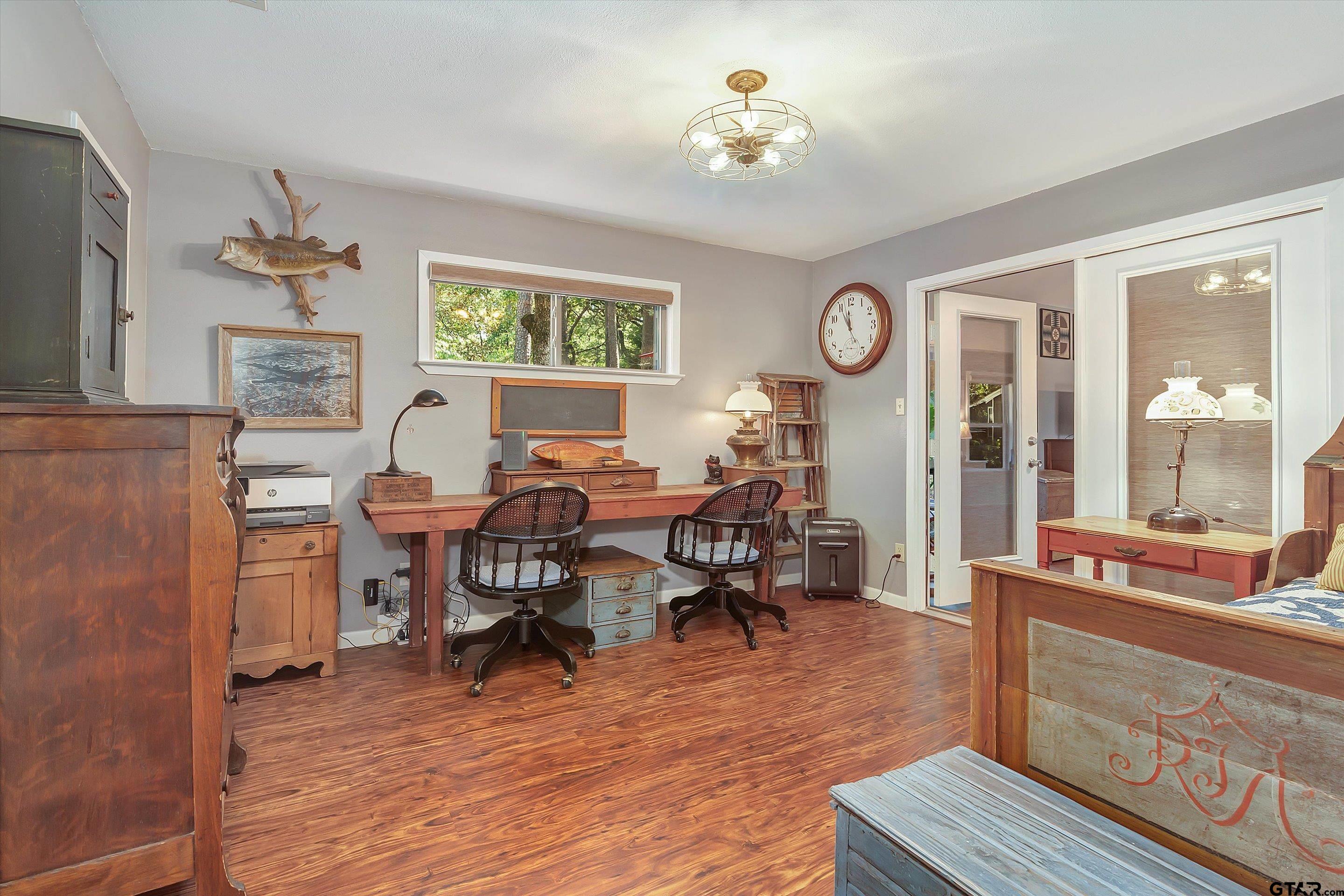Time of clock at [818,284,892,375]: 11:55
